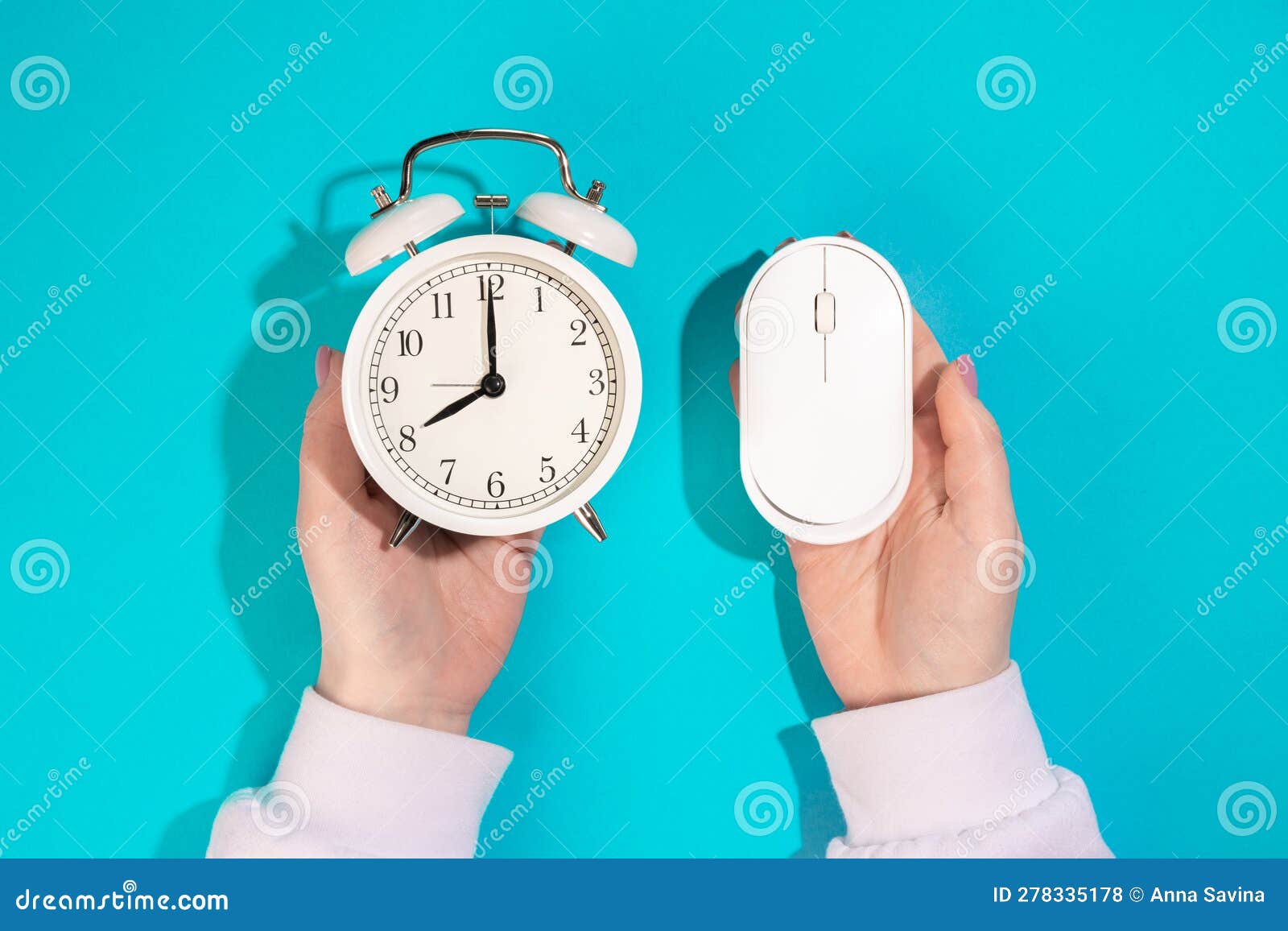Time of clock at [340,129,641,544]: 8:00
